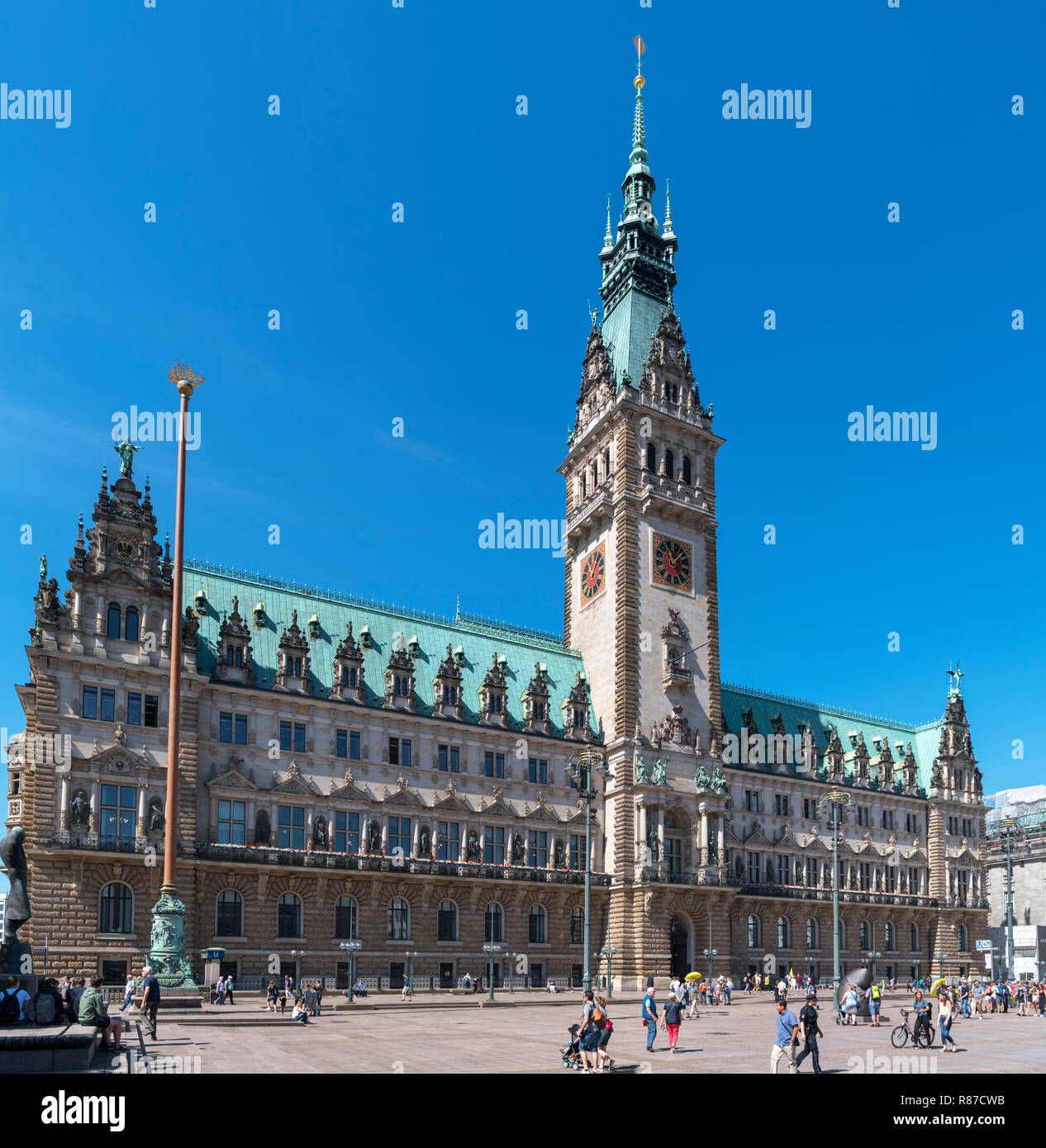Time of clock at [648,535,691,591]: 11:07
